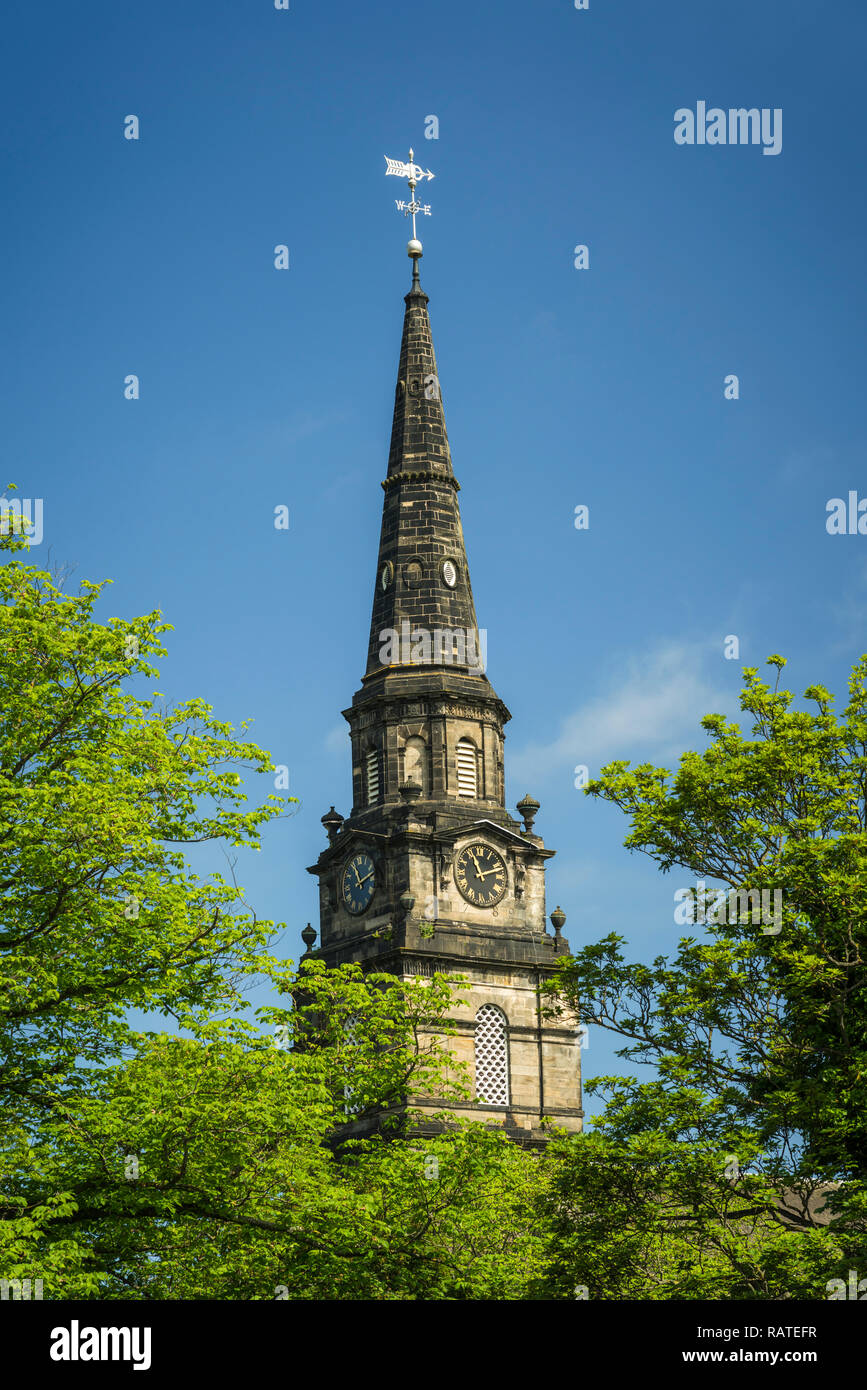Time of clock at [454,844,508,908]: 11:11
